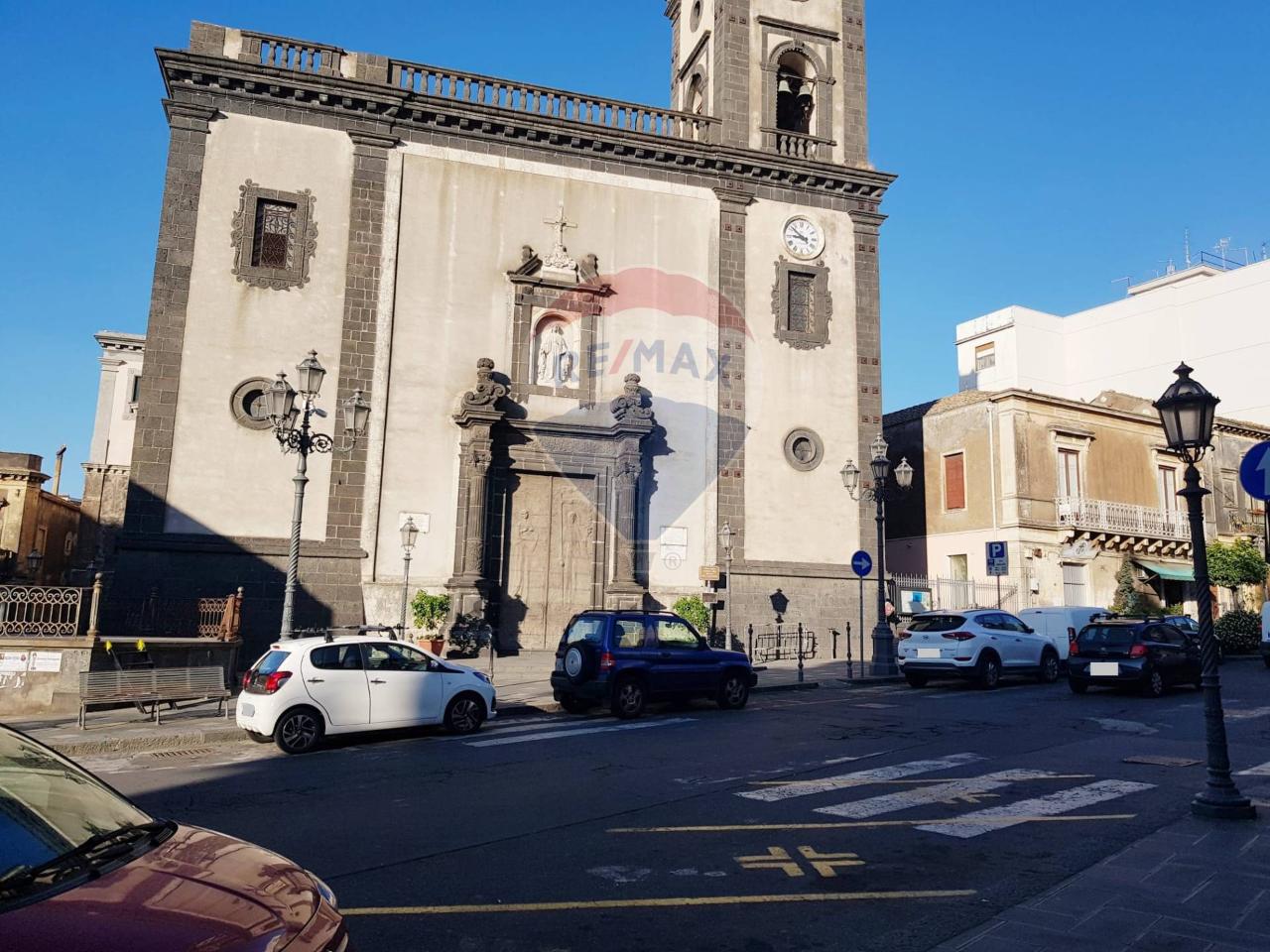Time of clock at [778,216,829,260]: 8:51
